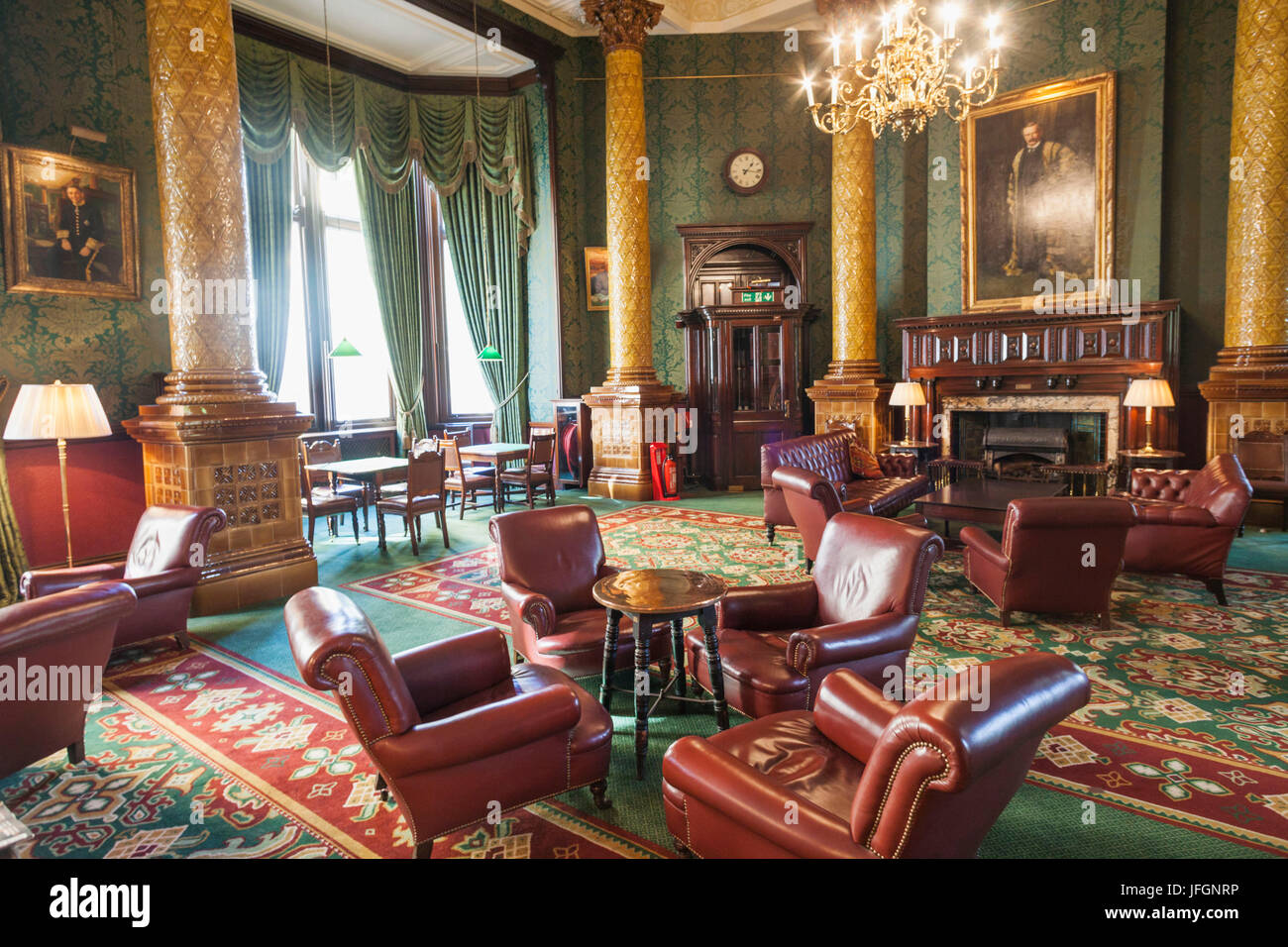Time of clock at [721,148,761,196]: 1:16
